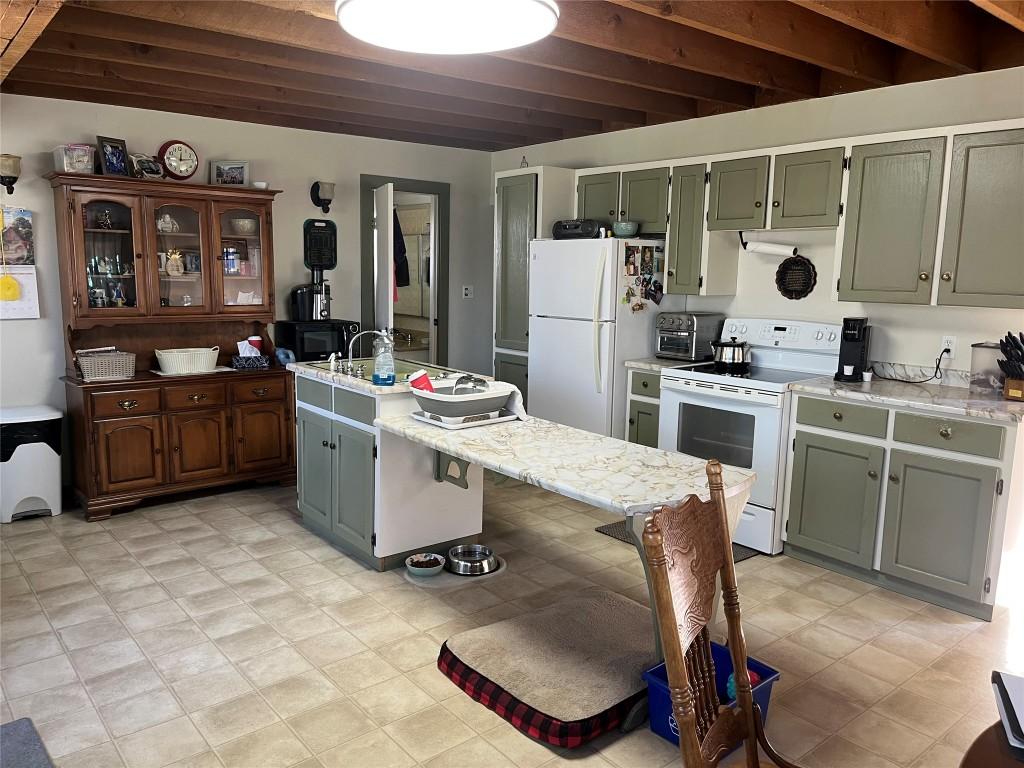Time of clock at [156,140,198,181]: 12:13
